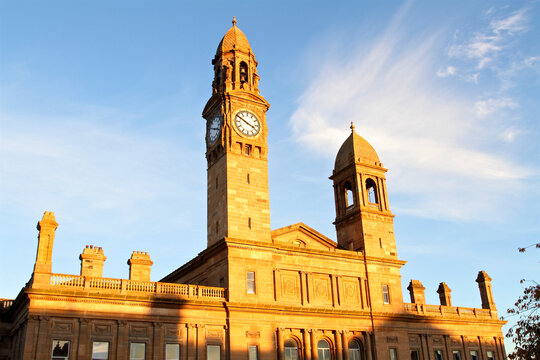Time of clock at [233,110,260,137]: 3:50
